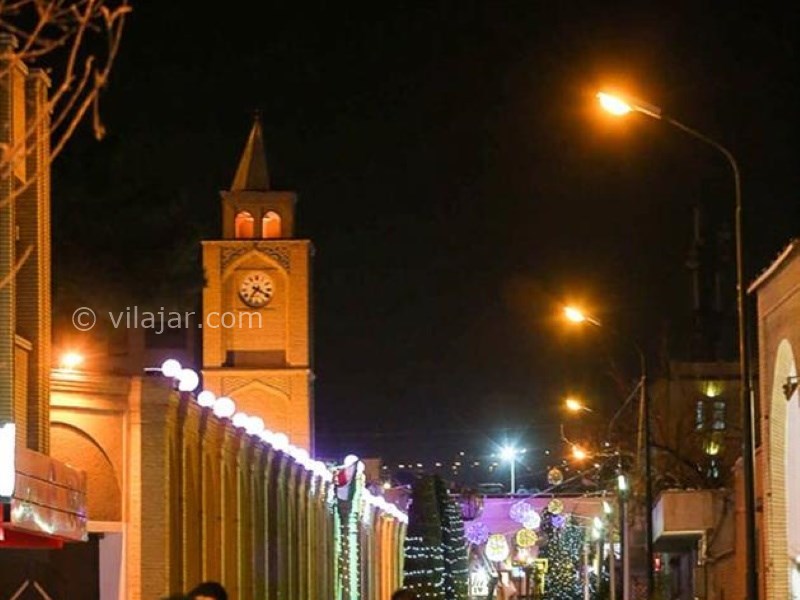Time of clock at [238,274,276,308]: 7:19
